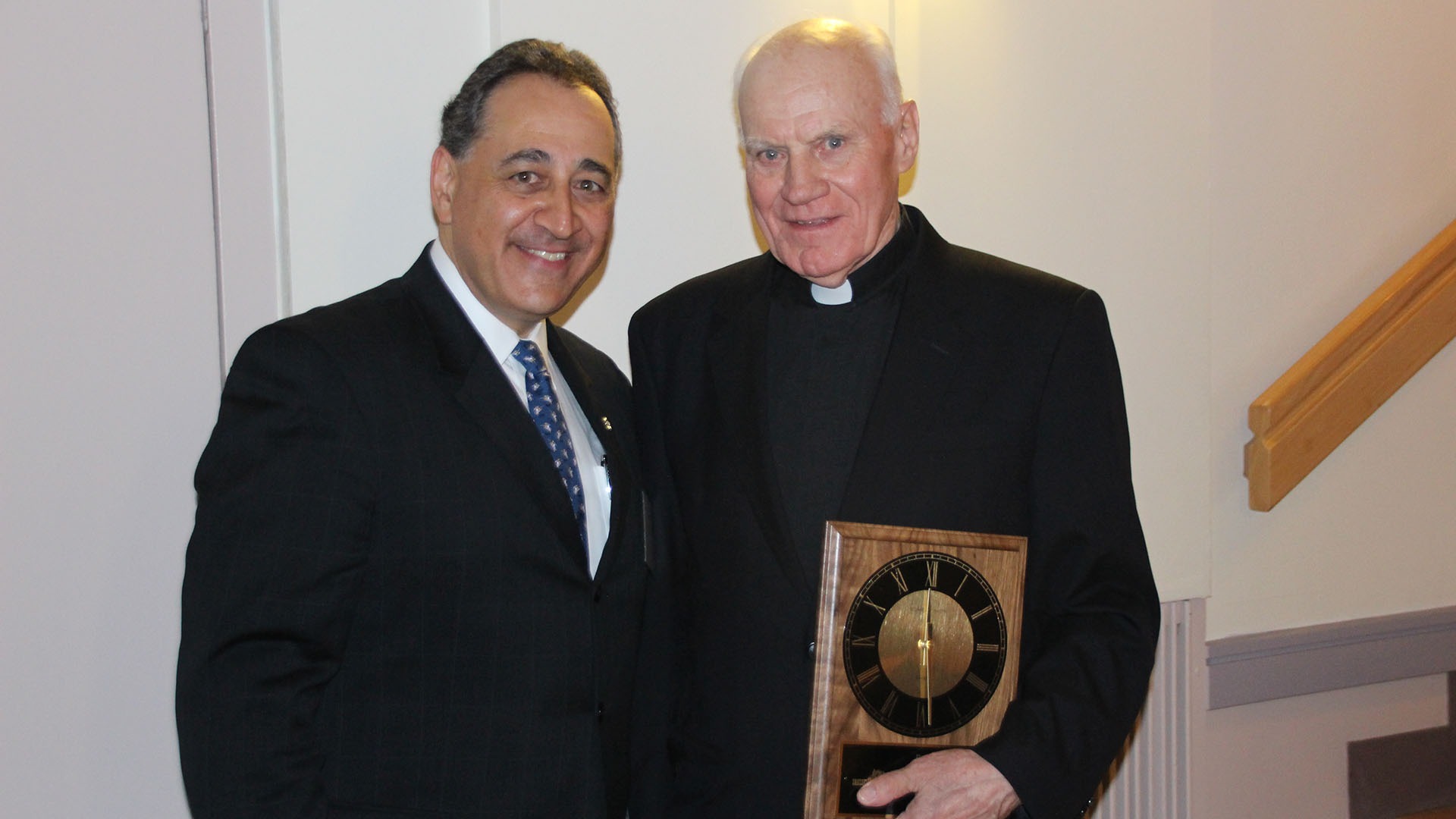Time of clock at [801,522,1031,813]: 5:59
